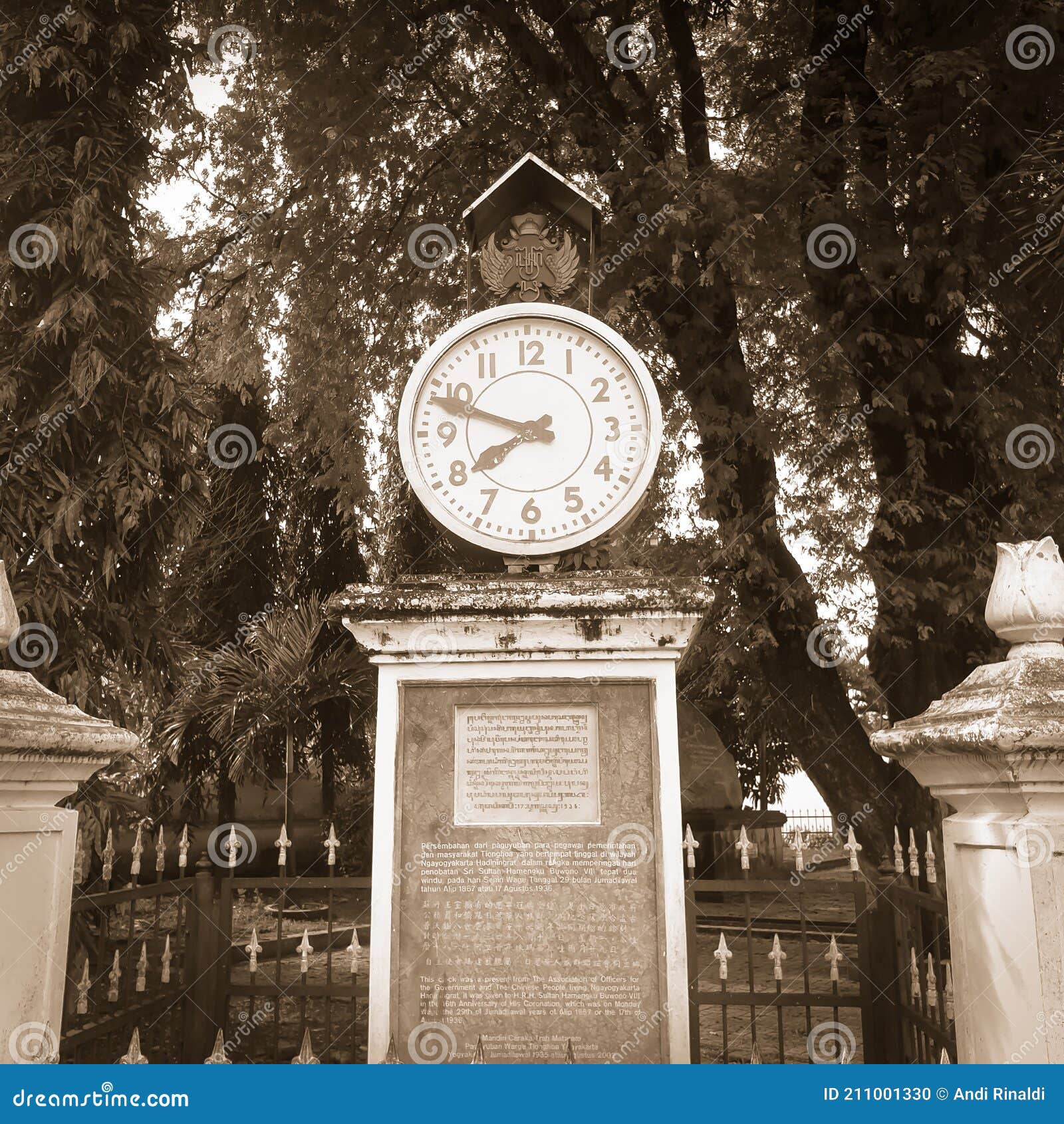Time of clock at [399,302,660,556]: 7:48
